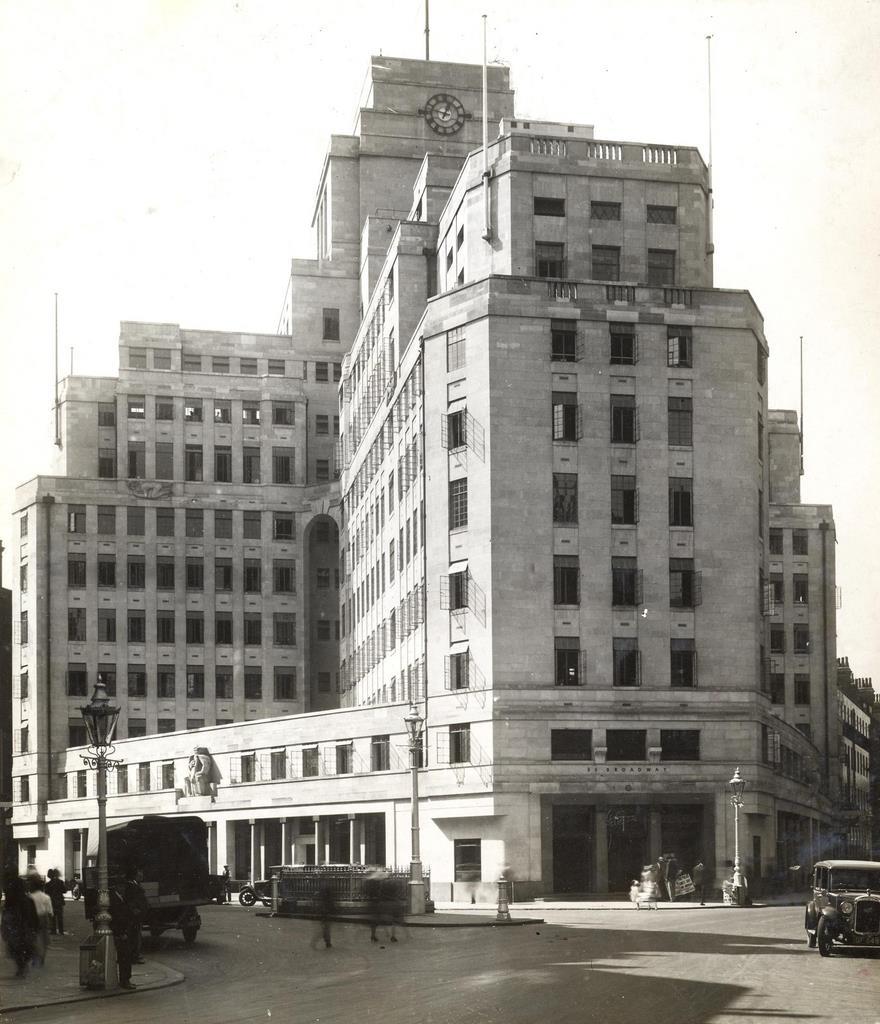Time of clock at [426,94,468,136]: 12:47
